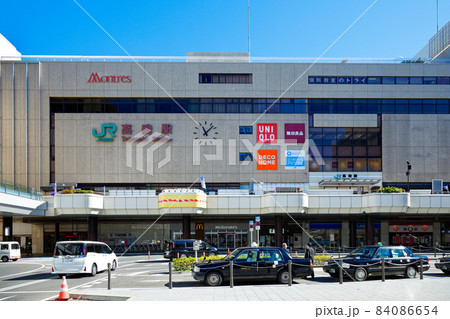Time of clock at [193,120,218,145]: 11:07
